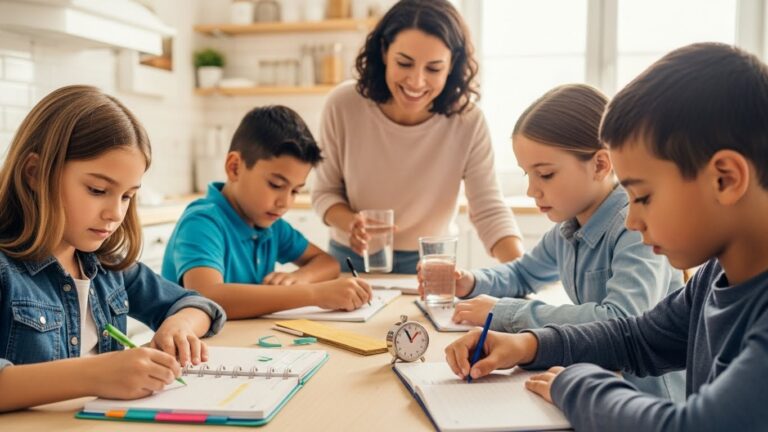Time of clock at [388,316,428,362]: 11:07
